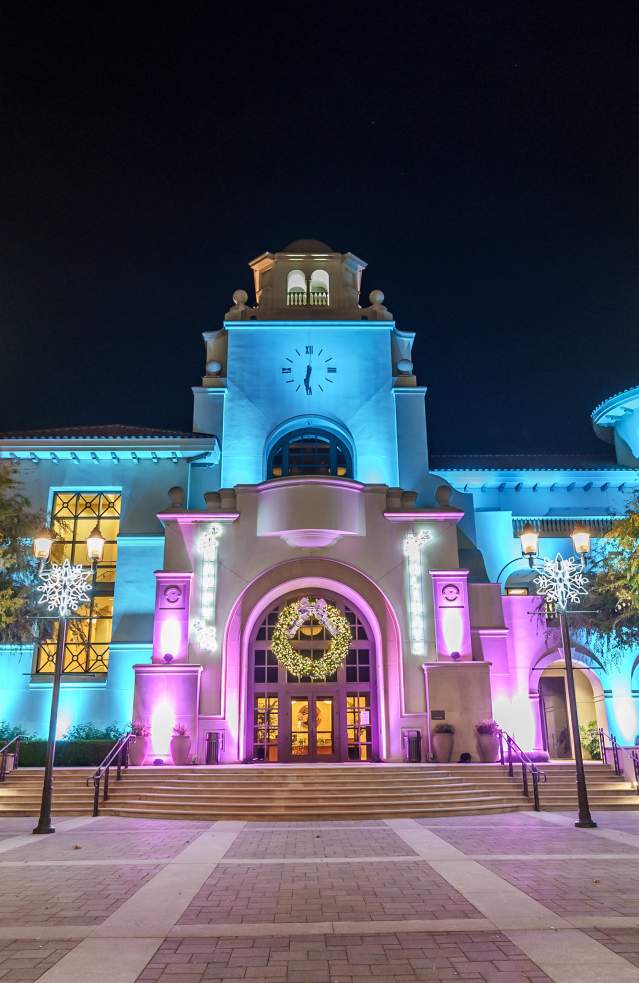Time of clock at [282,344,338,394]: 6:31
